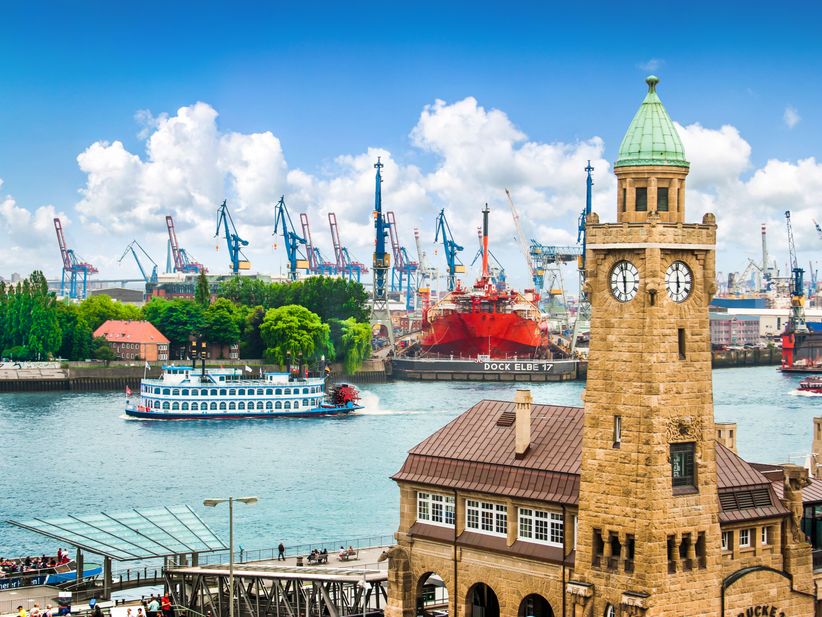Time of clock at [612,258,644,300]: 5:57
